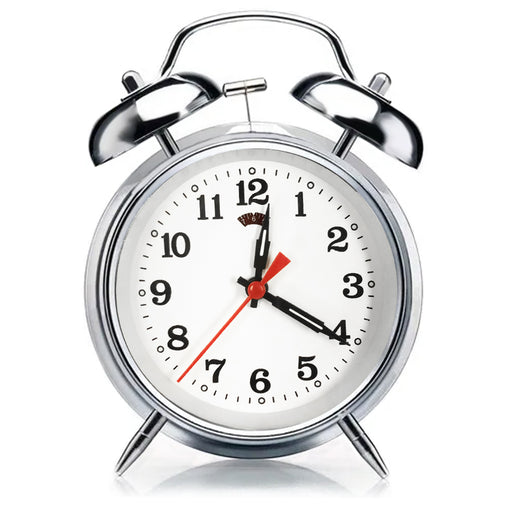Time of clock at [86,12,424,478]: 12:20
